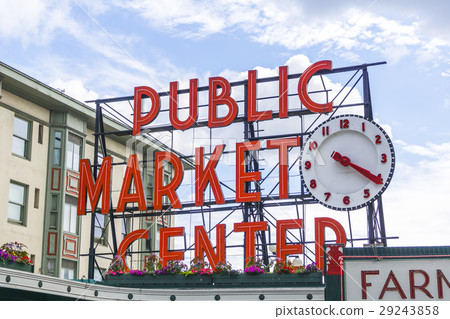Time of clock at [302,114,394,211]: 4:20
